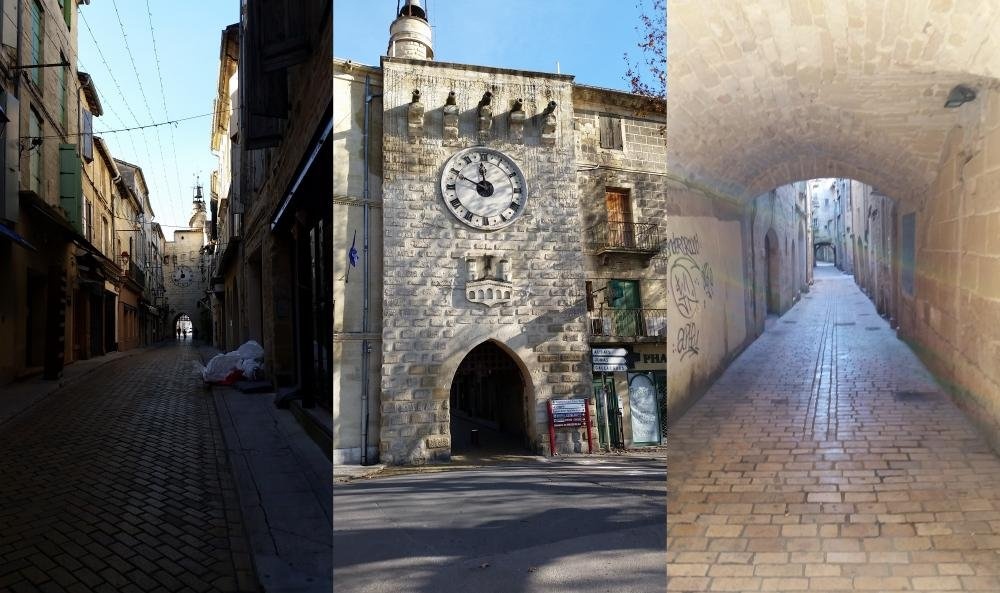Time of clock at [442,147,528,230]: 11:48
